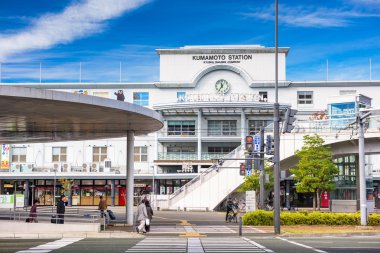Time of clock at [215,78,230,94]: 11:35
